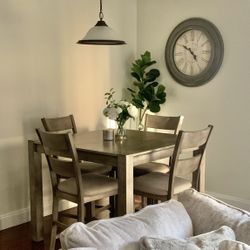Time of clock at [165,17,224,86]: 4:50
